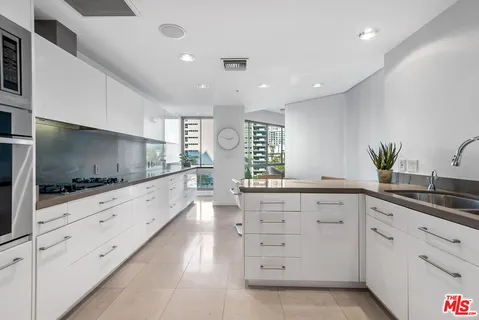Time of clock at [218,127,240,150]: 2:48
